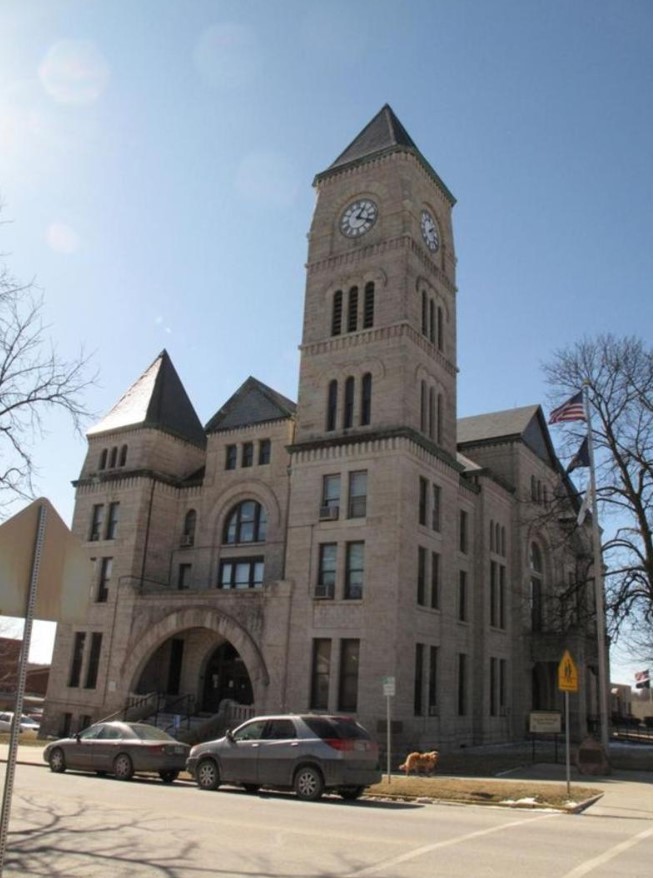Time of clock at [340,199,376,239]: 1:18
